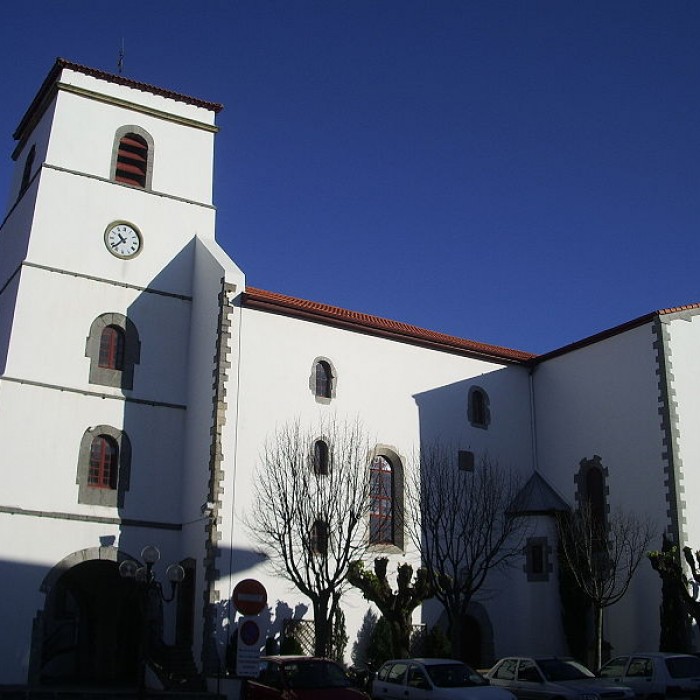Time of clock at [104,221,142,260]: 10:37
